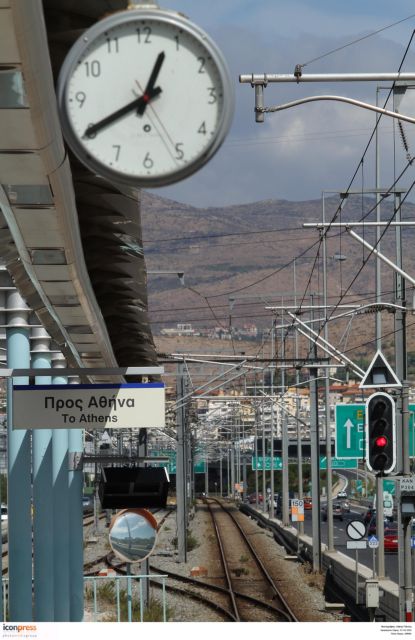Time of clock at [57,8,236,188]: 12:40
